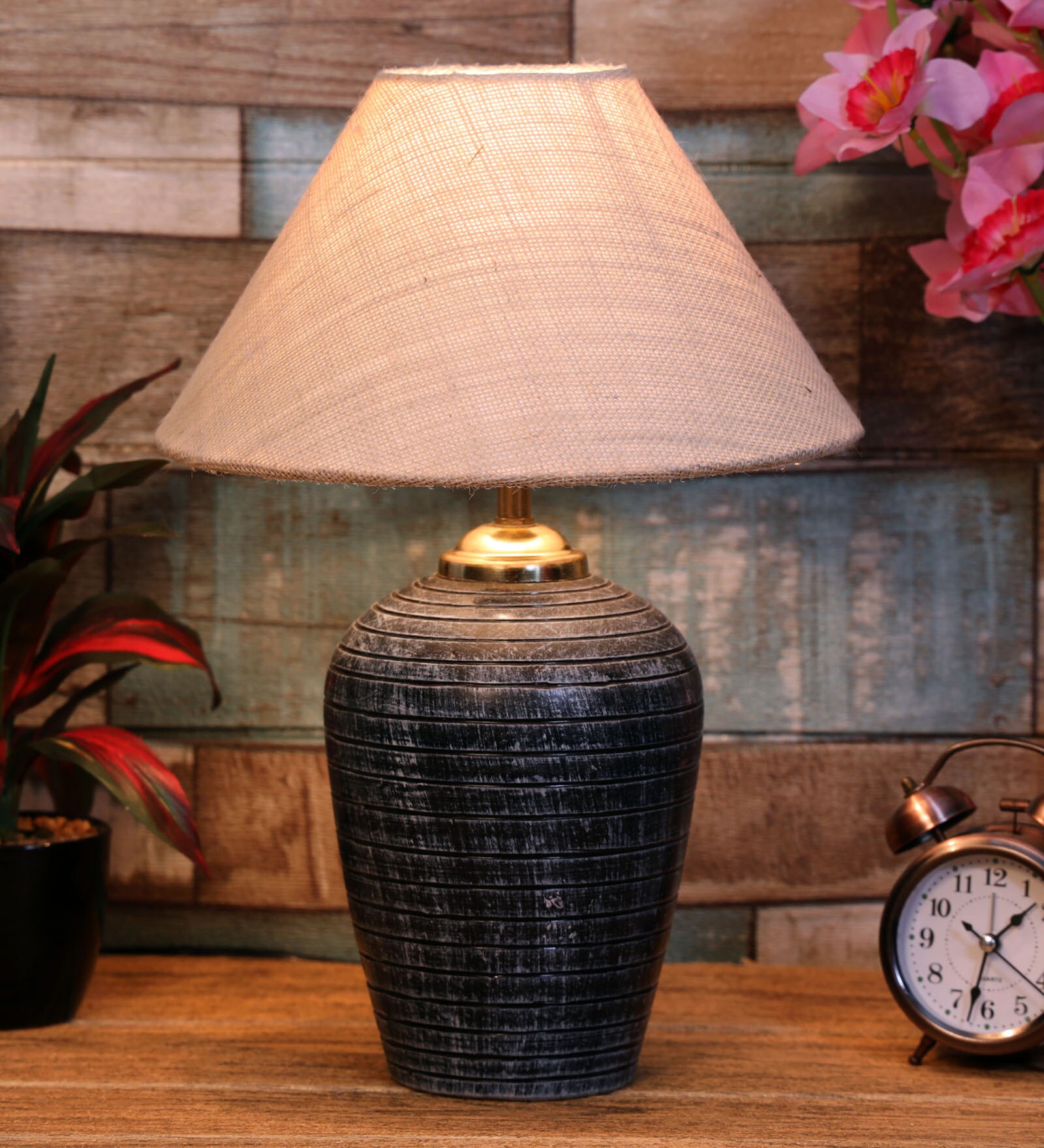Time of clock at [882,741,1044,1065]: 1:32
